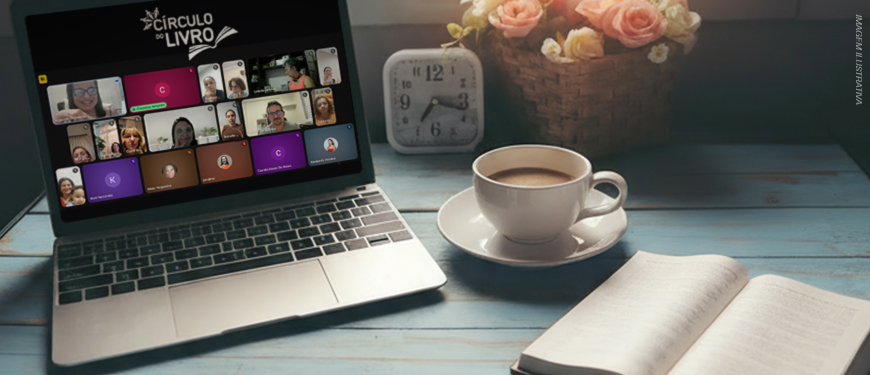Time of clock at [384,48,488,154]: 7:17
